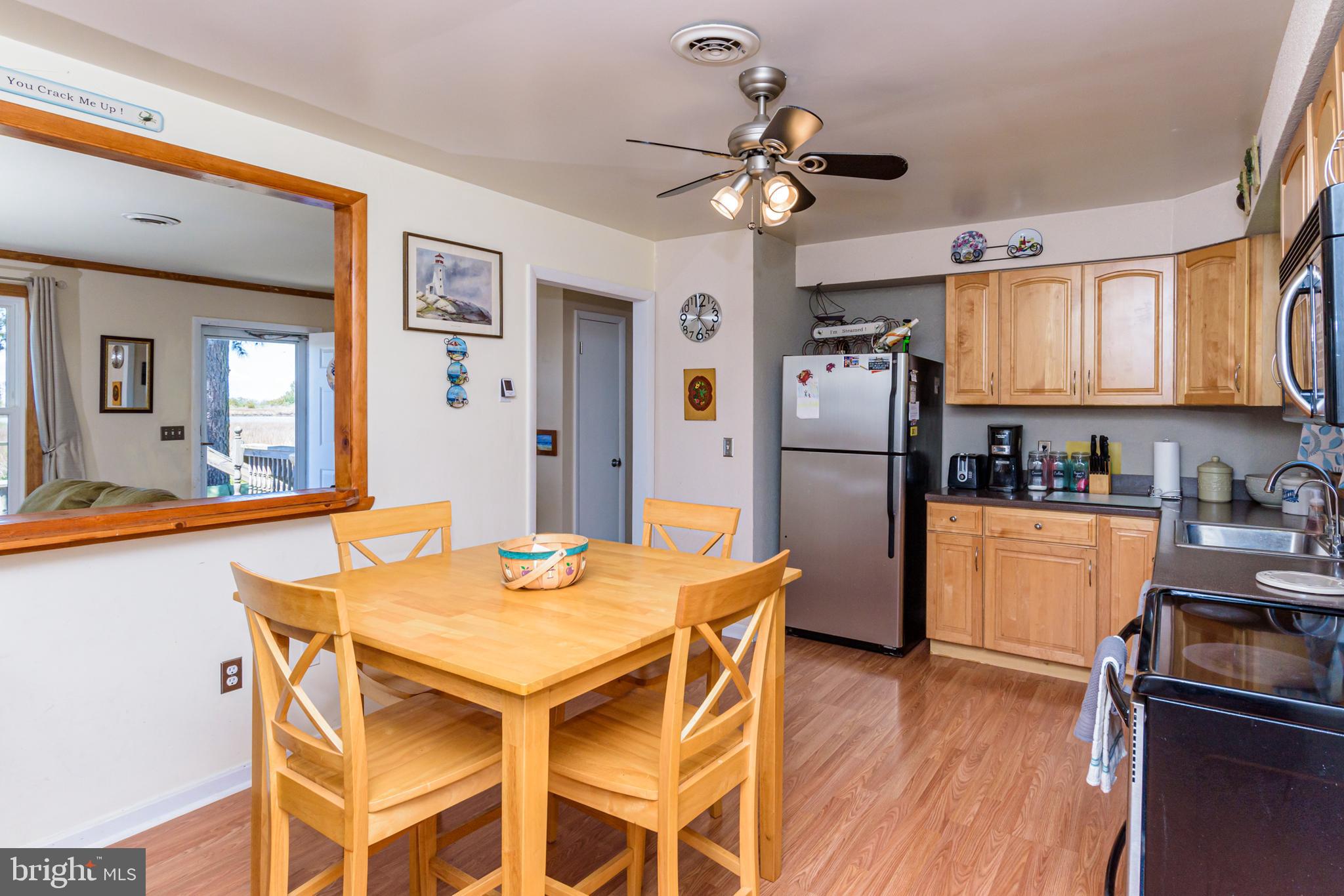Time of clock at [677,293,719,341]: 12:23
